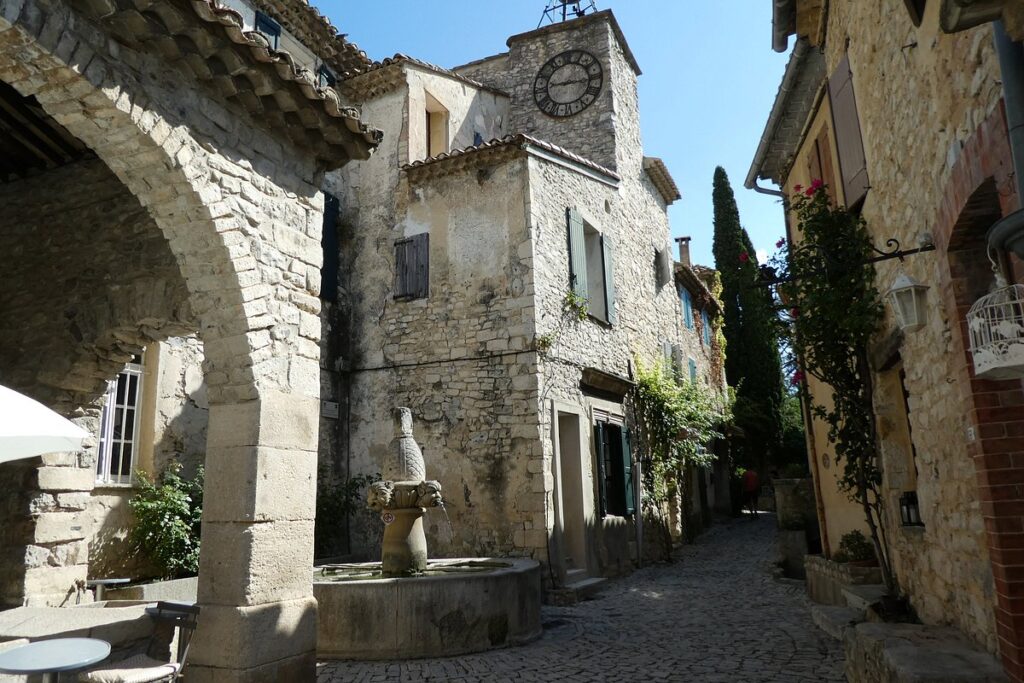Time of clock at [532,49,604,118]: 9:16
